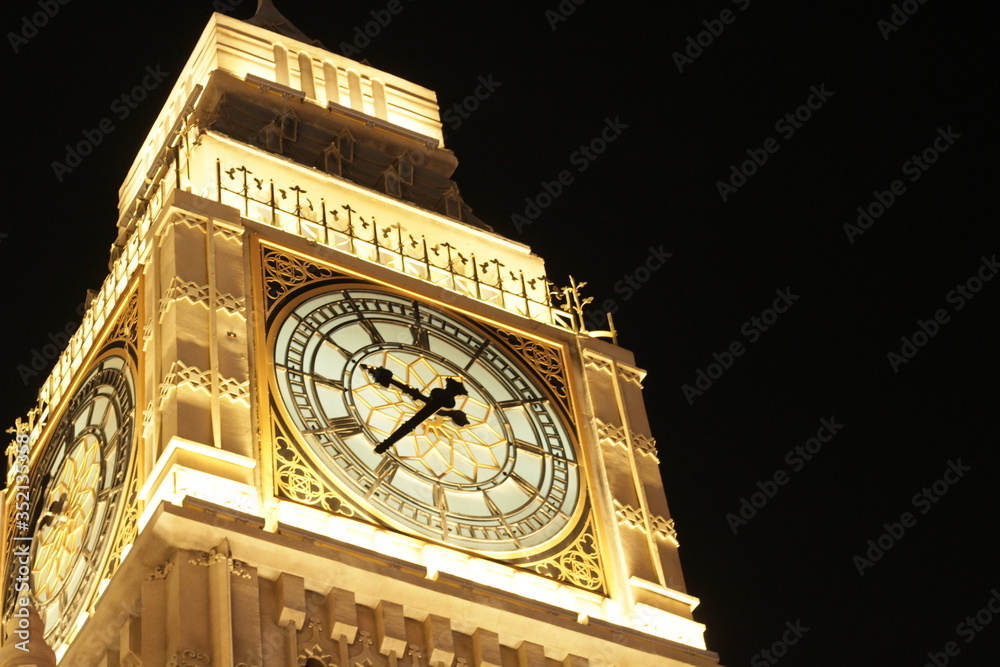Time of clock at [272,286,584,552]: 9:36
